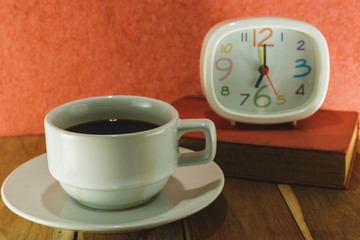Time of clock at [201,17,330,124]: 7:00
